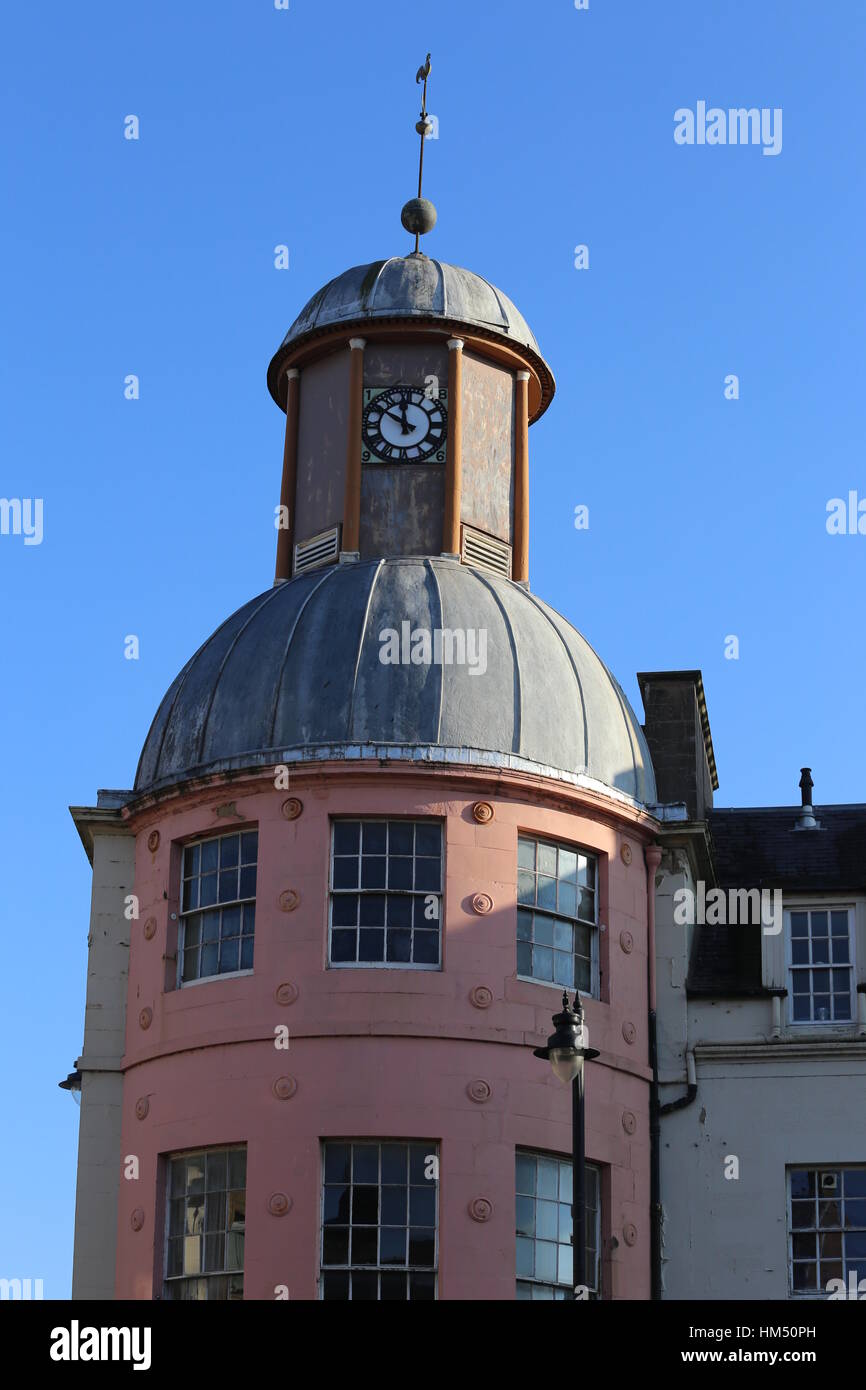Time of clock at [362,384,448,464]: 11:50
